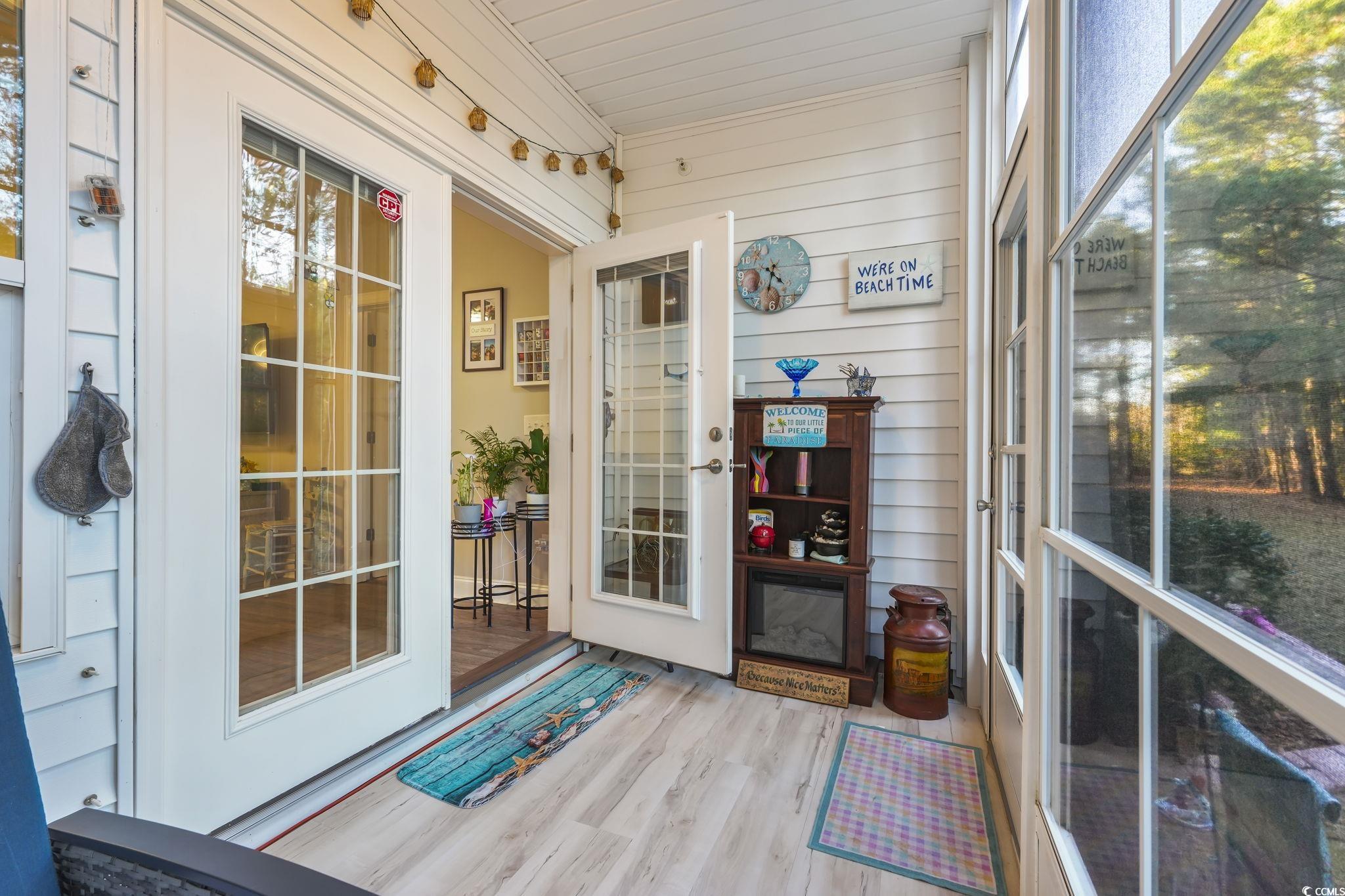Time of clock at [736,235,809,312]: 4:32
